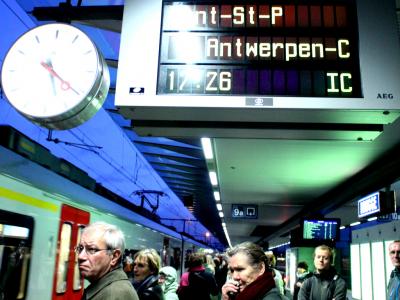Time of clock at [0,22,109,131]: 5:21
